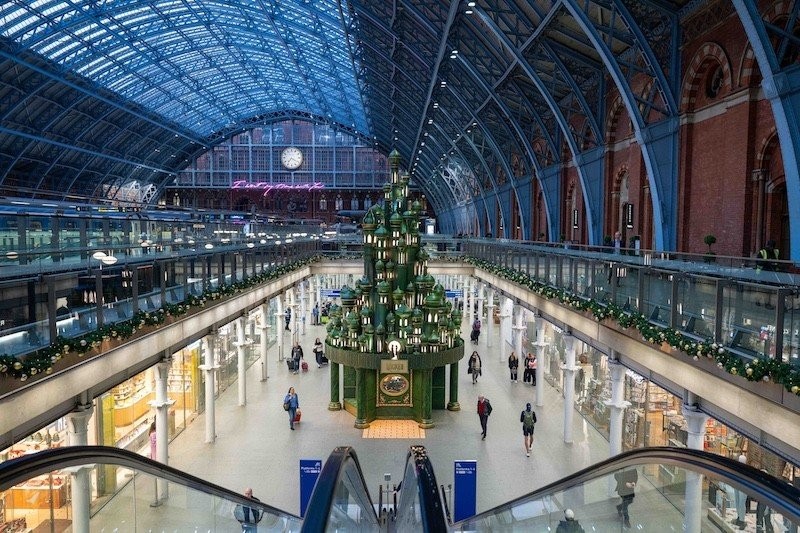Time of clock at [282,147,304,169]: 7:20
